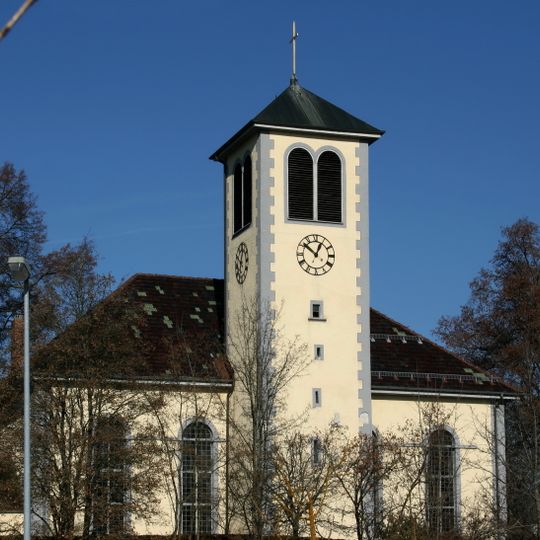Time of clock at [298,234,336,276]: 12:51
